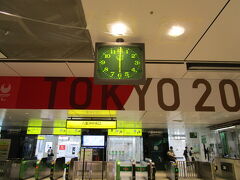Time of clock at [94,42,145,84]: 6:00
